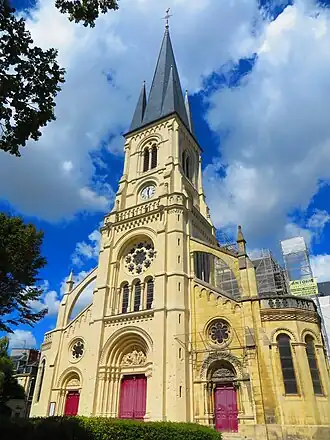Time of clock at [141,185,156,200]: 12:28
